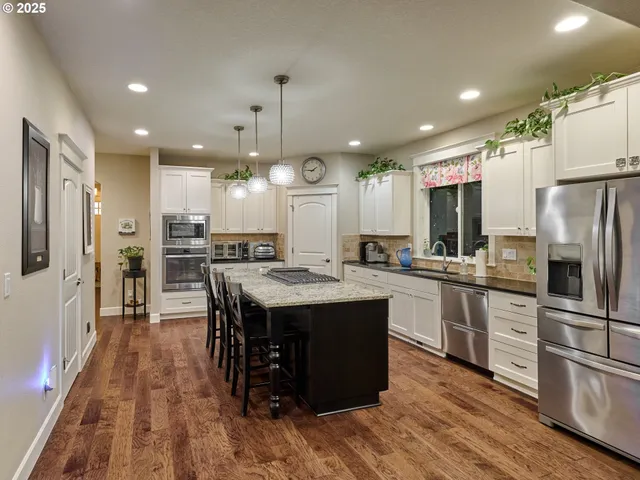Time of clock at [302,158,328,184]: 1:46
